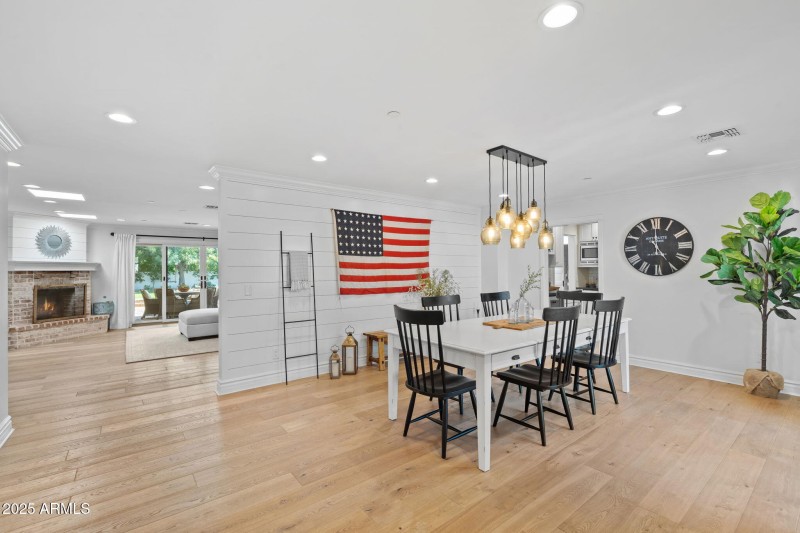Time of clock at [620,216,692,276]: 4:59
